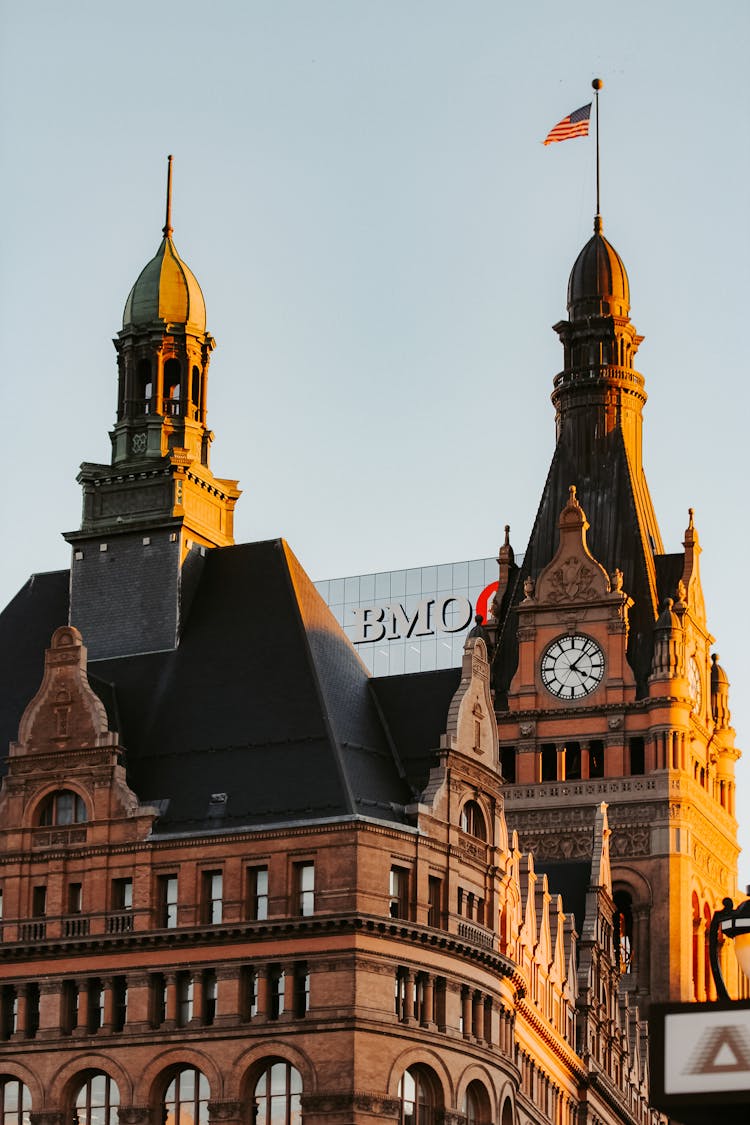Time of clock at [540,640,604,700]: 4:07
